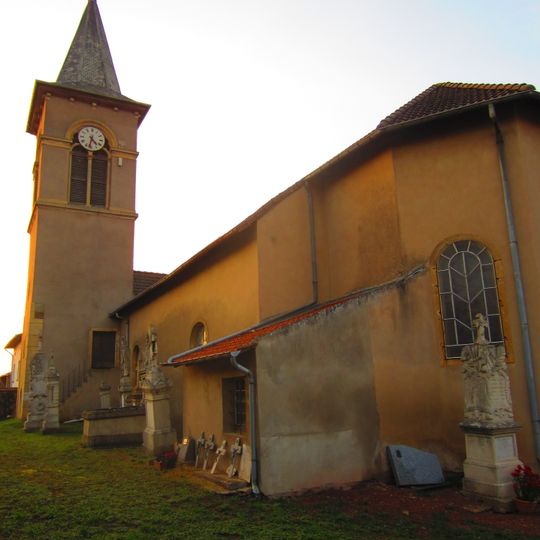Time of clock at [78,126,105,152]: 4:32
